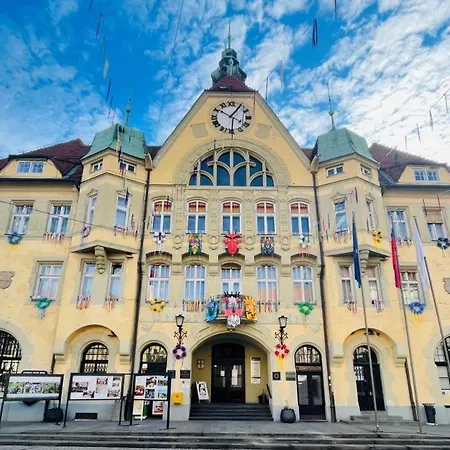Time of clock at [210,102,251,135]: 10:05
